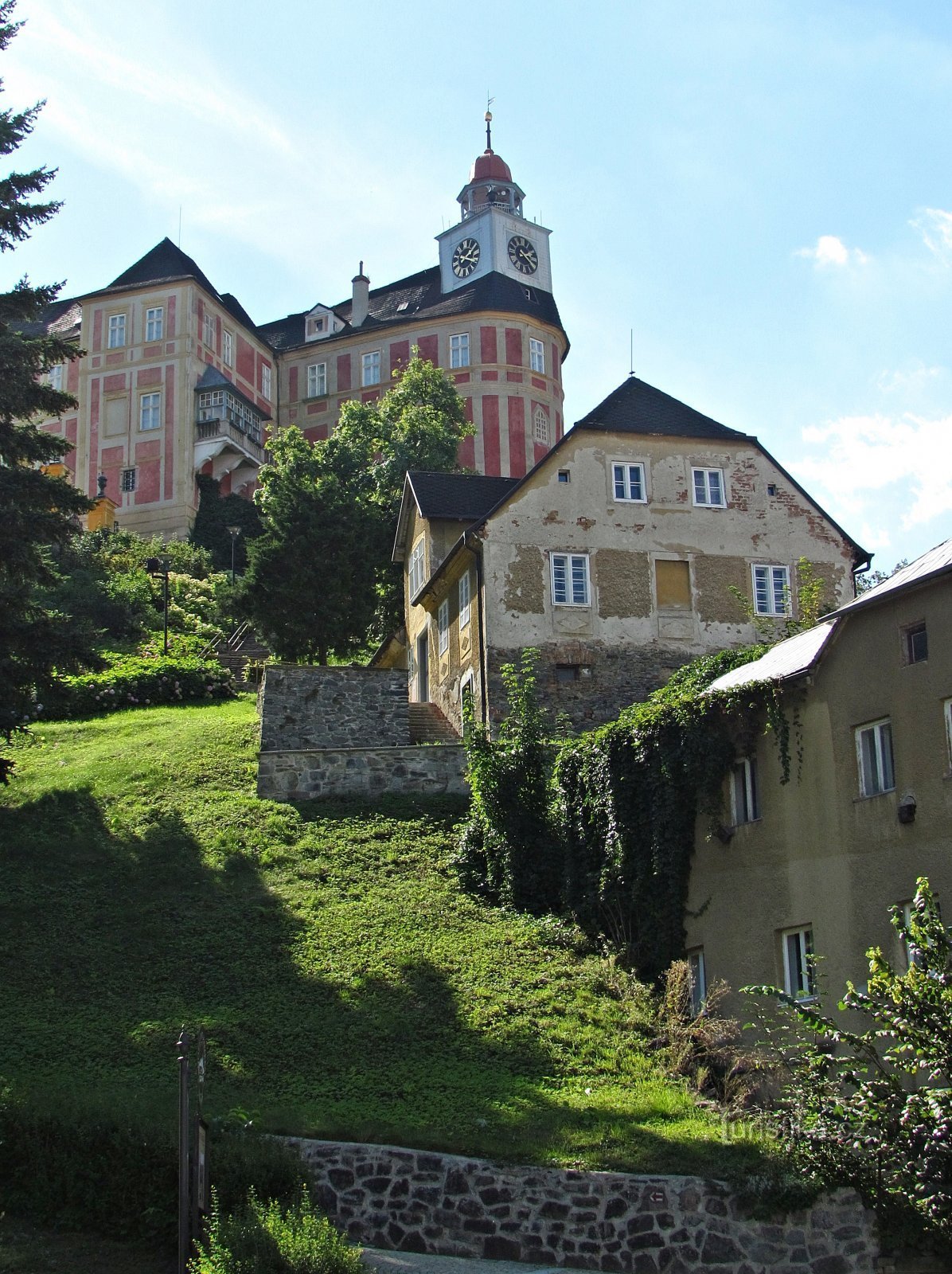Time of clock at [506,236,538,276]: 2:21
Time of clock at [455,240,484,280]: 1:18
